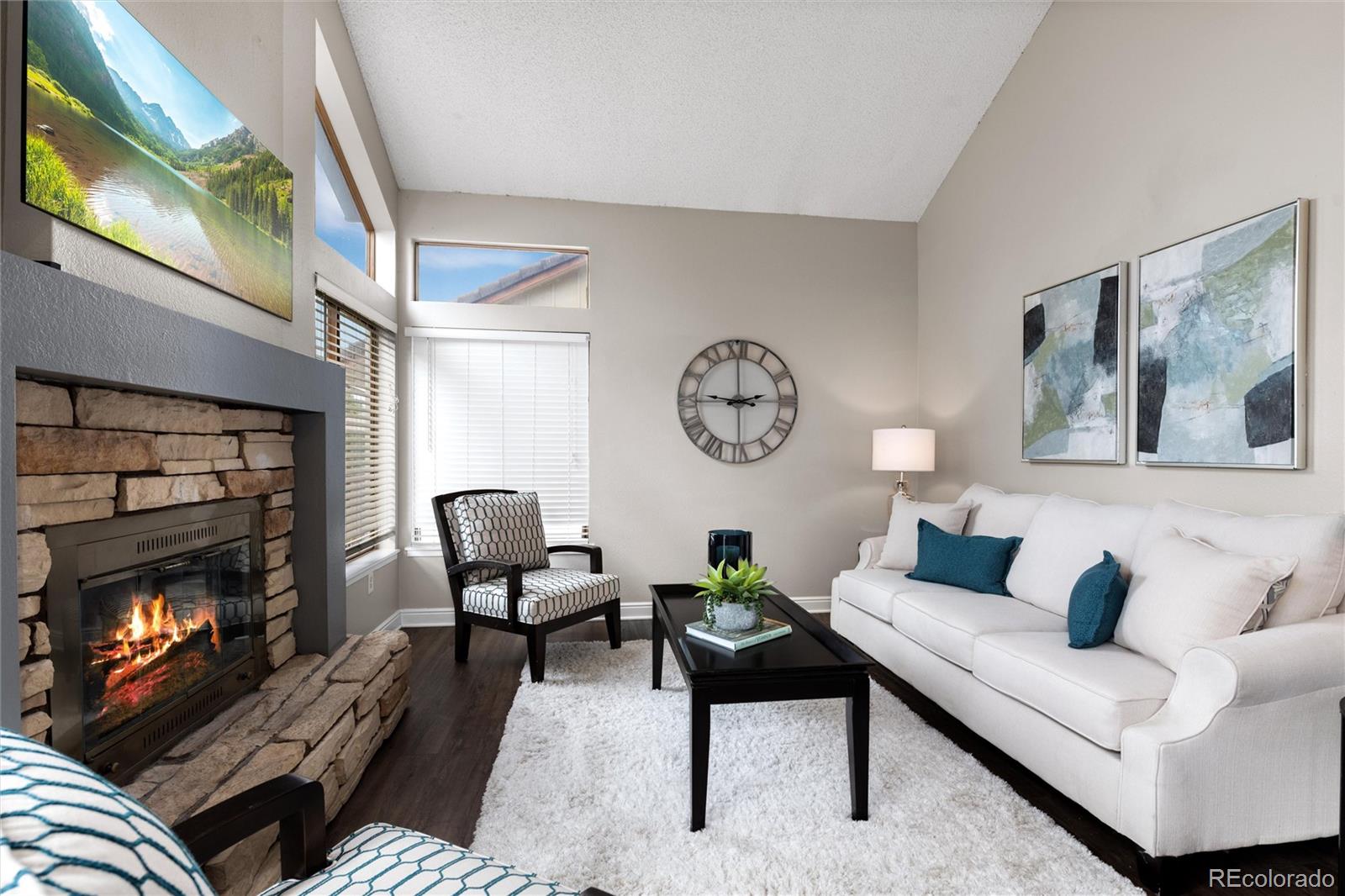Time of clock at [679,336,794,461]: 2:46
